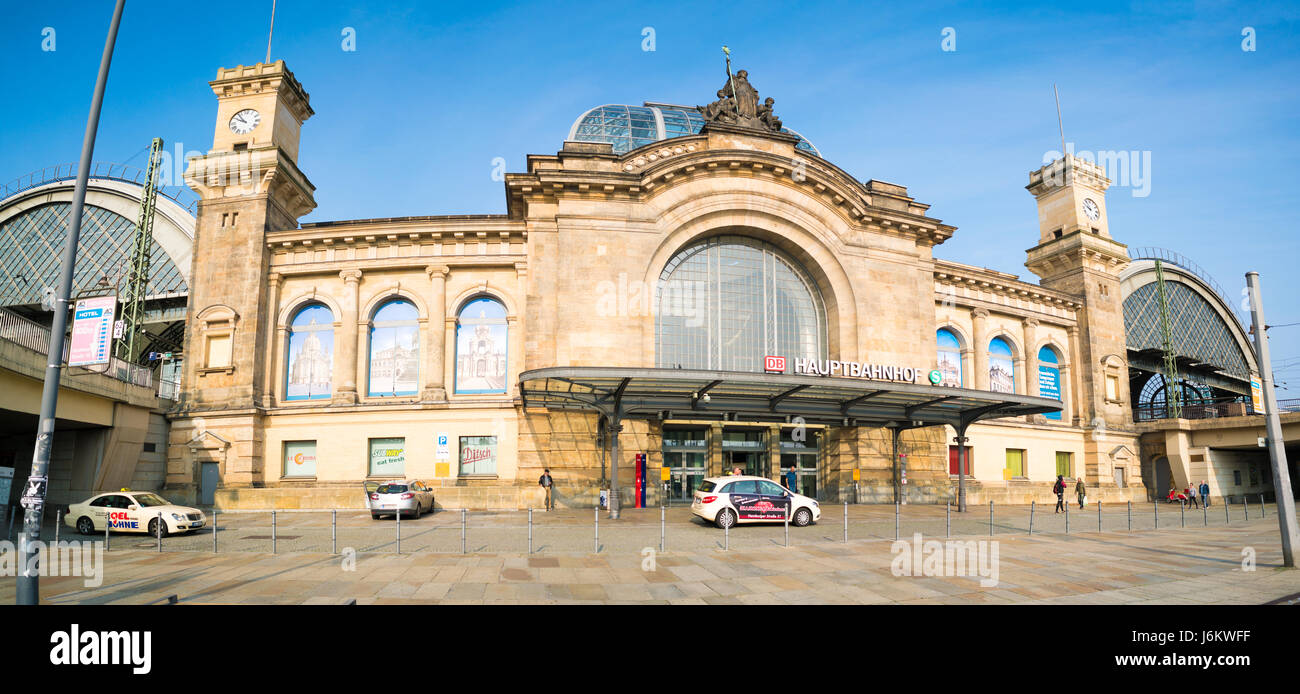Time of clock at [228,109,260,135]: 9:53
